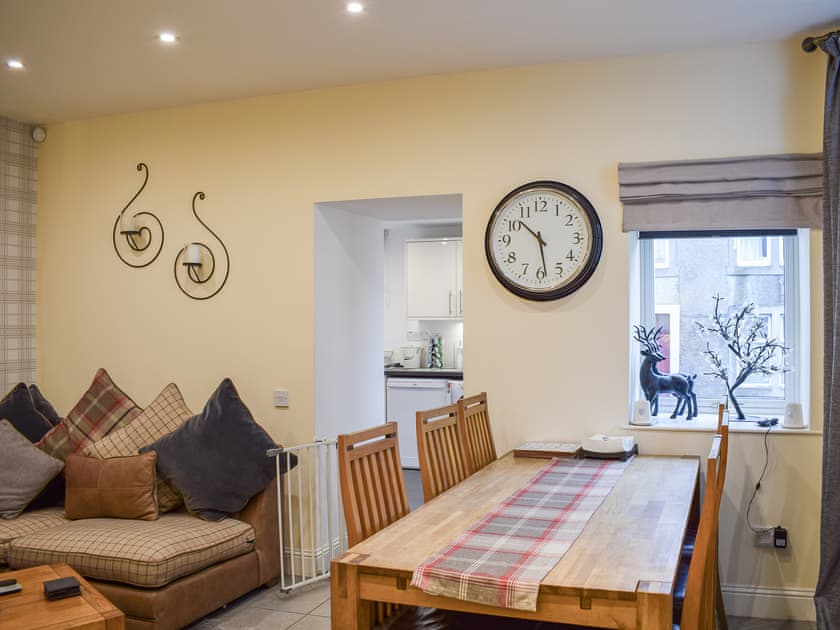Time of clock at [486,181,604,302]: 10:28
